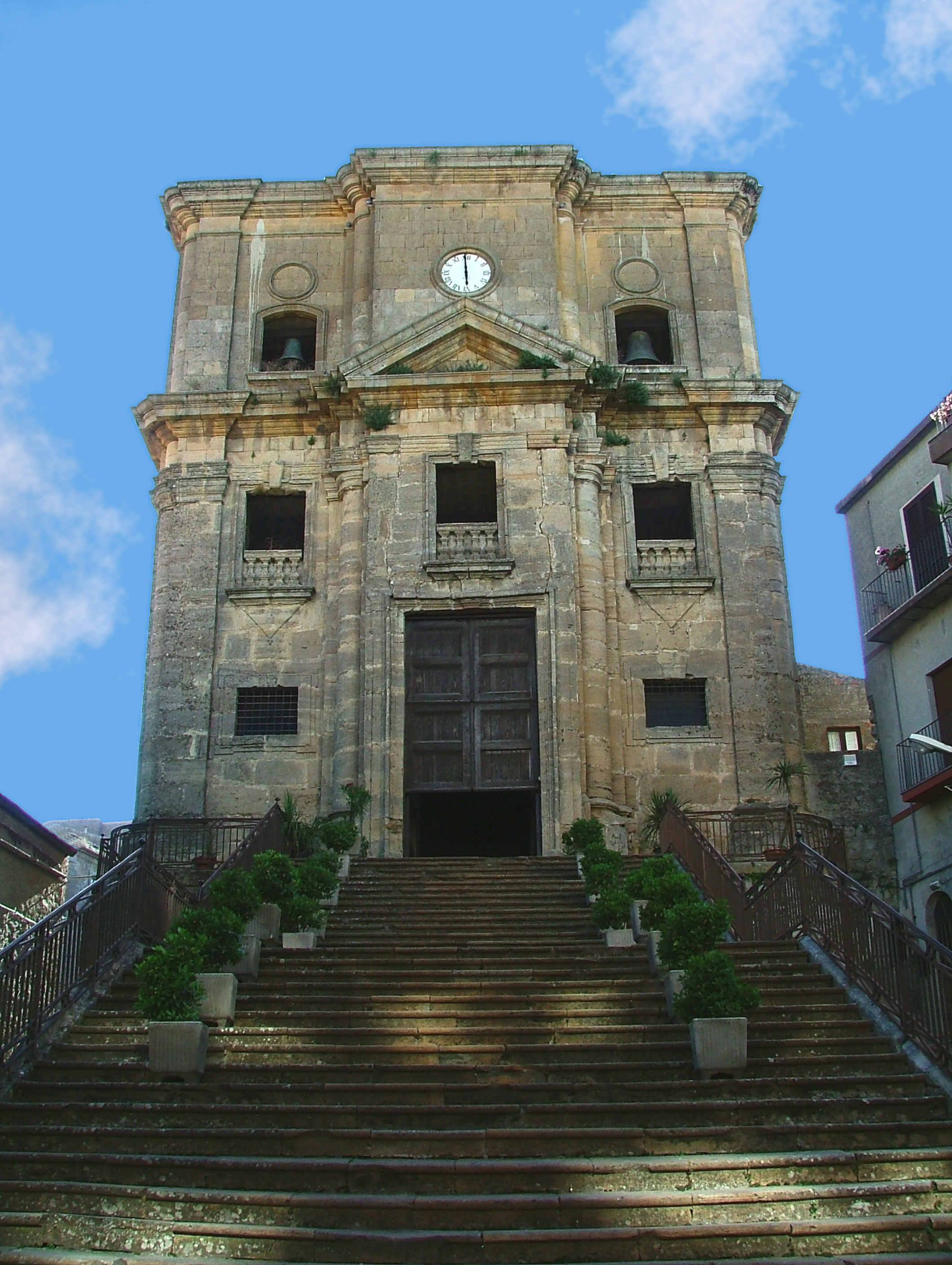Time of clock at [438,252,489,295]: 5:59
